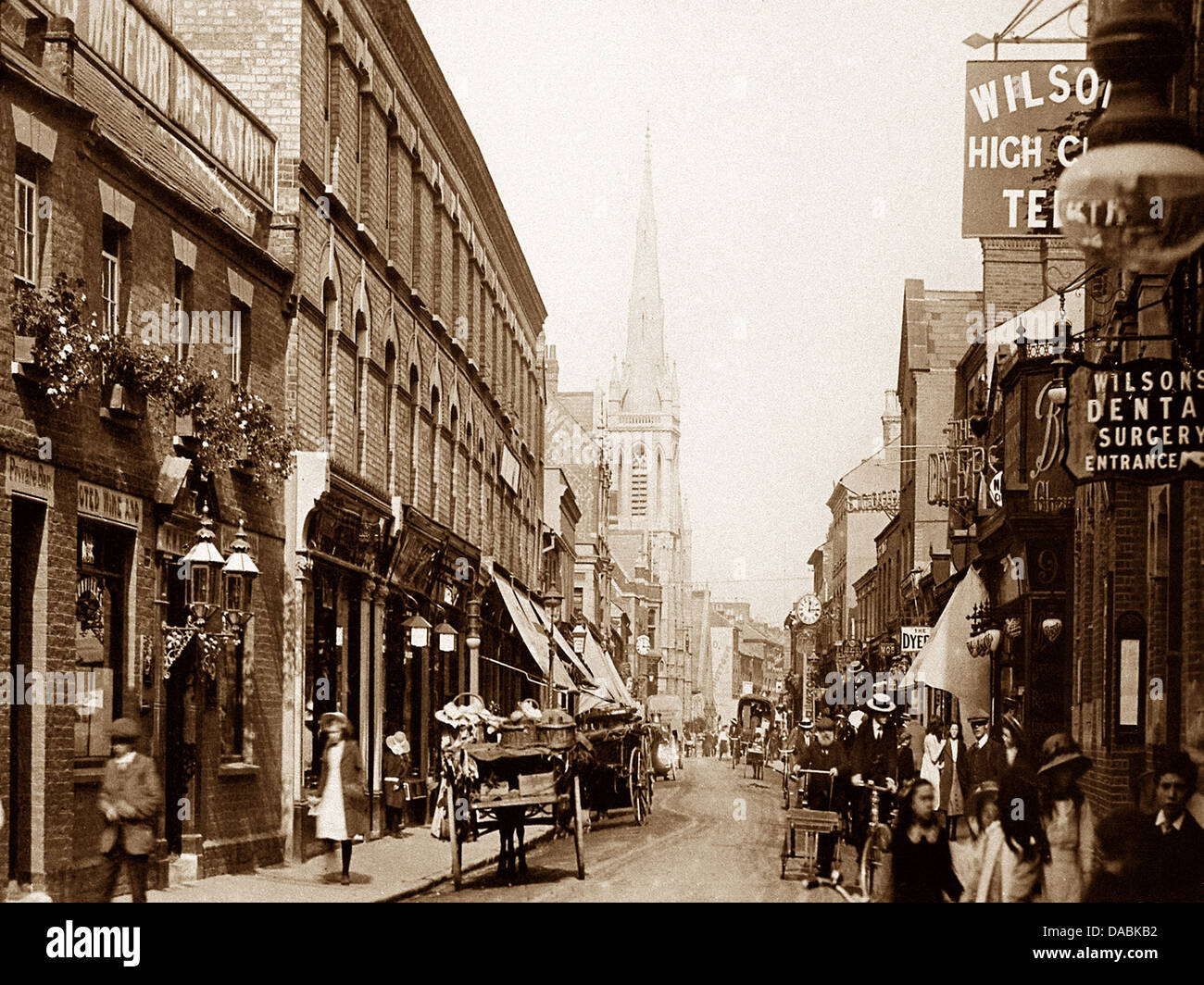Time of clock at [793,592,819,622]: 12:14
